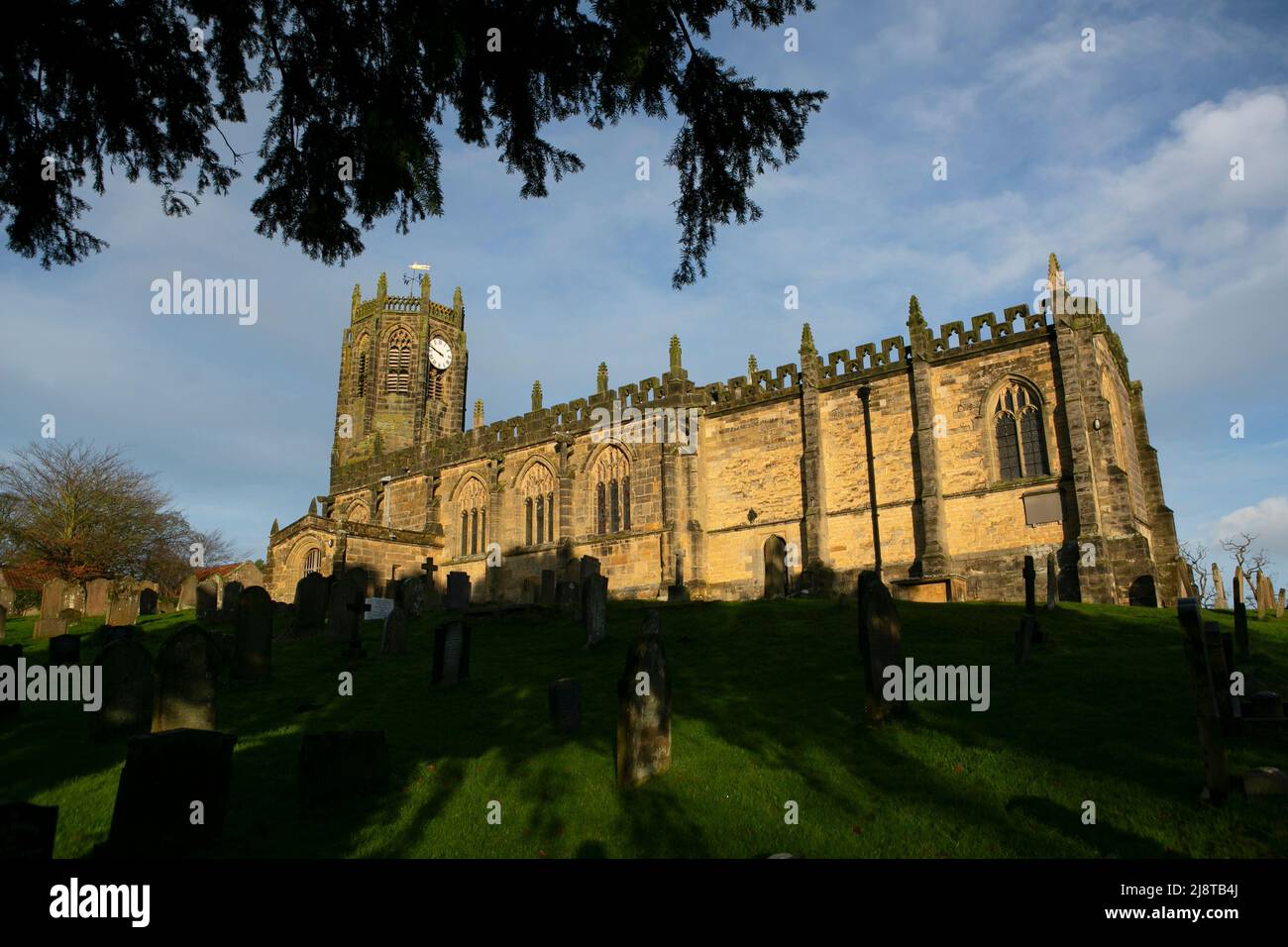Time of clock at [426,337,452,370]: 9:48
